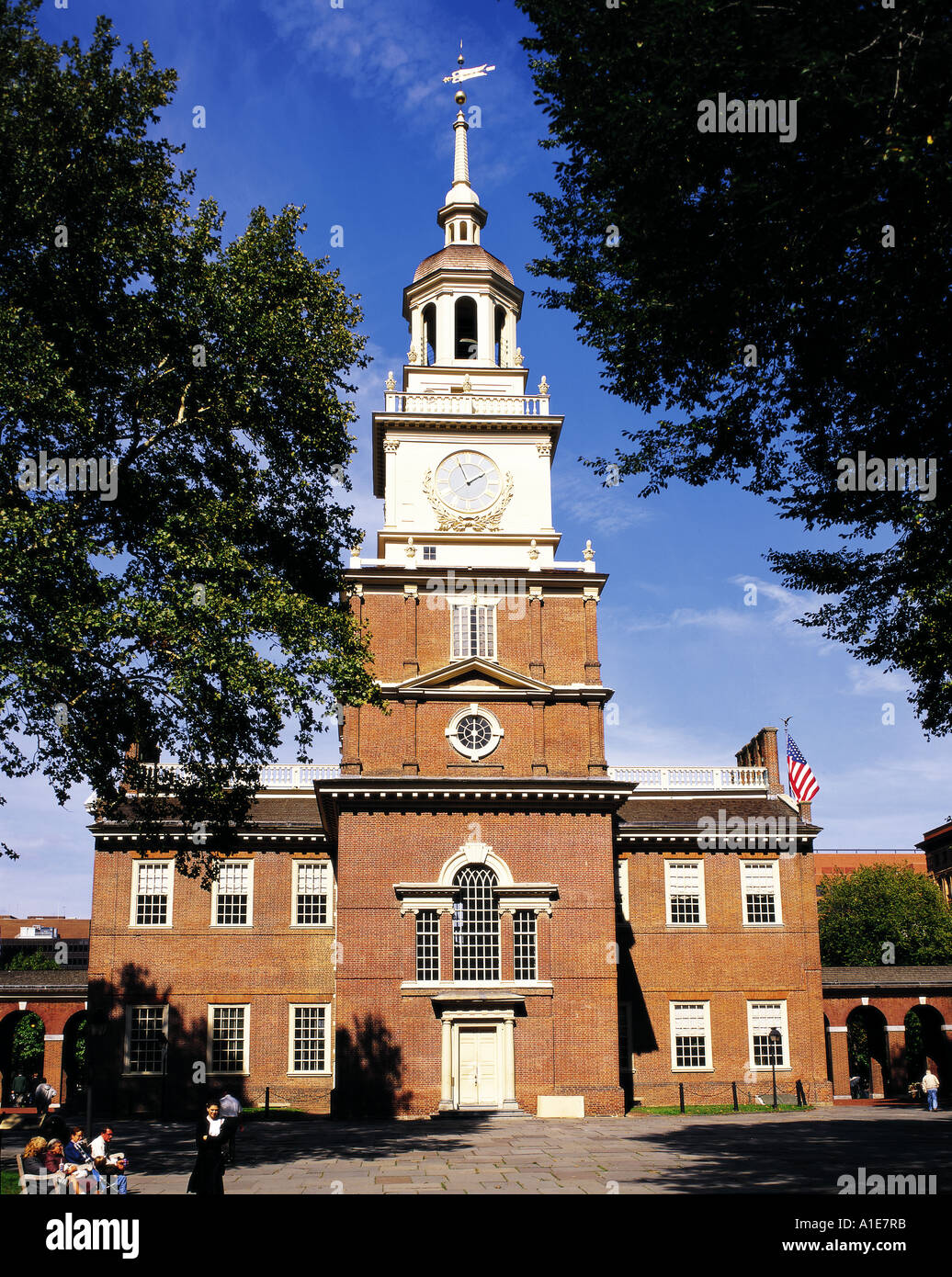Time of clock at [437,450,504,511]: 1:56
